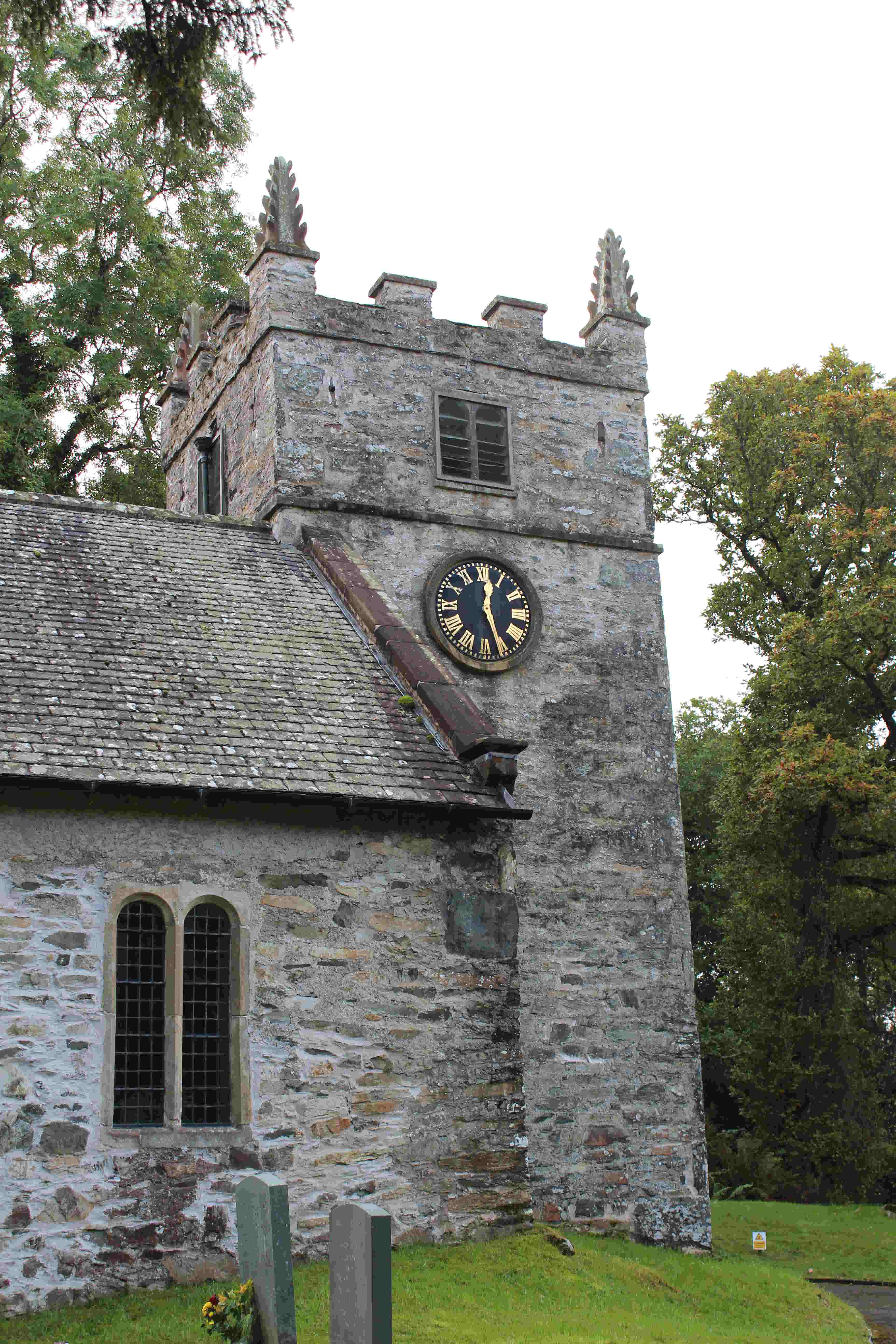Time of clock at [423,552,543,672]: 12:26
